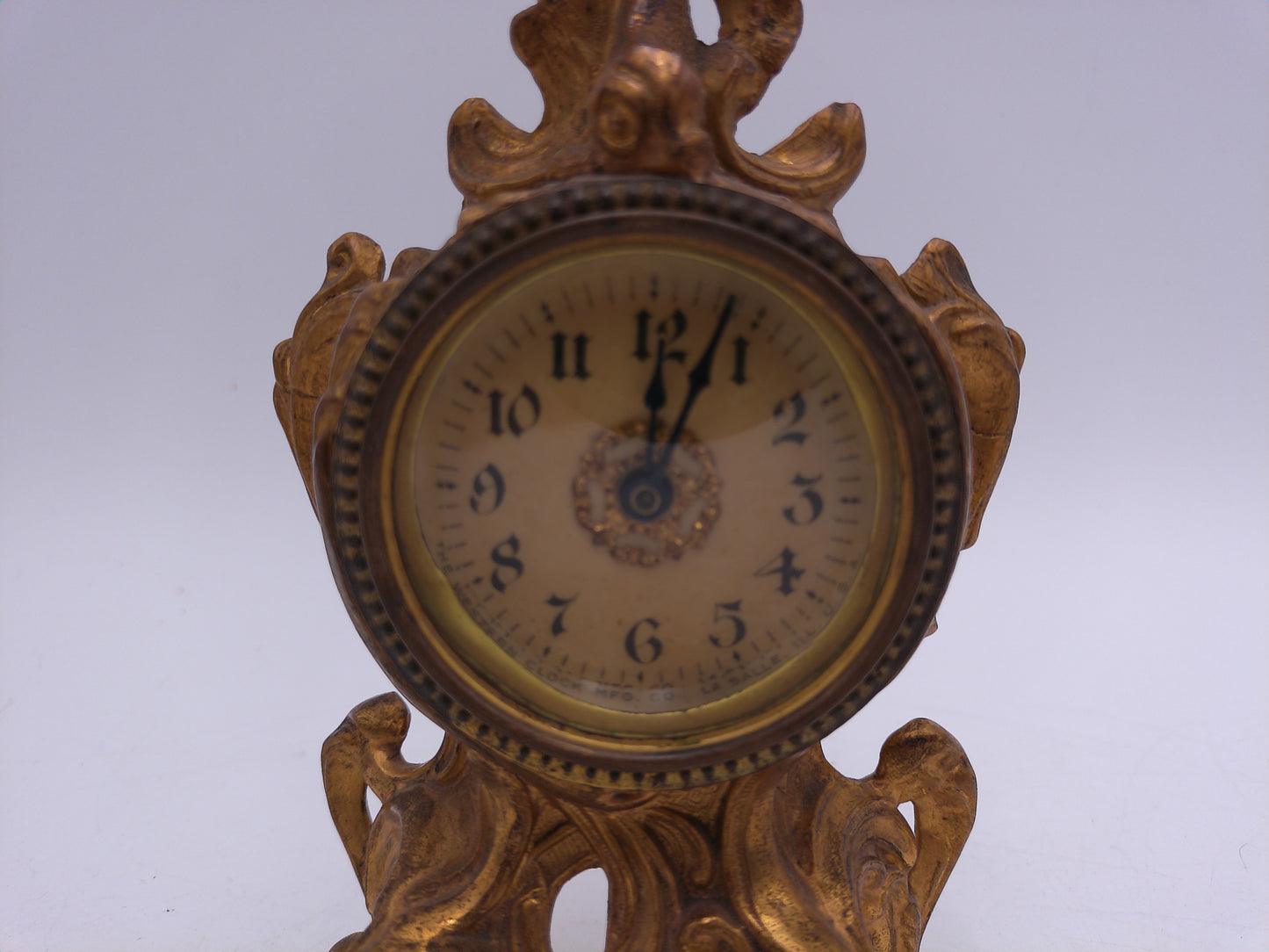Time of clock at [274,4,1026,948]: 12:03
